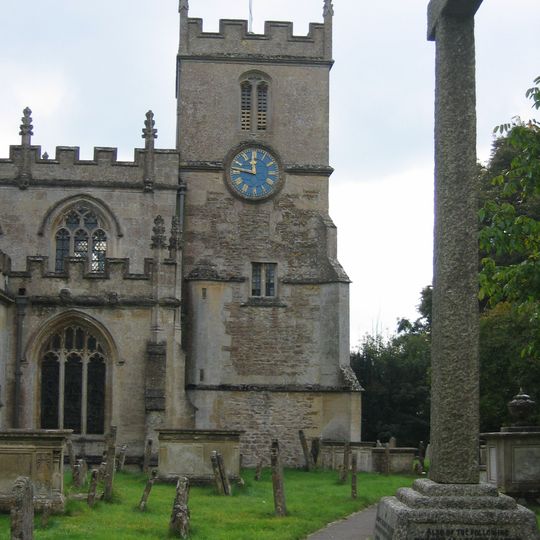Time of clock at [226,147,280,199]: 11:46
